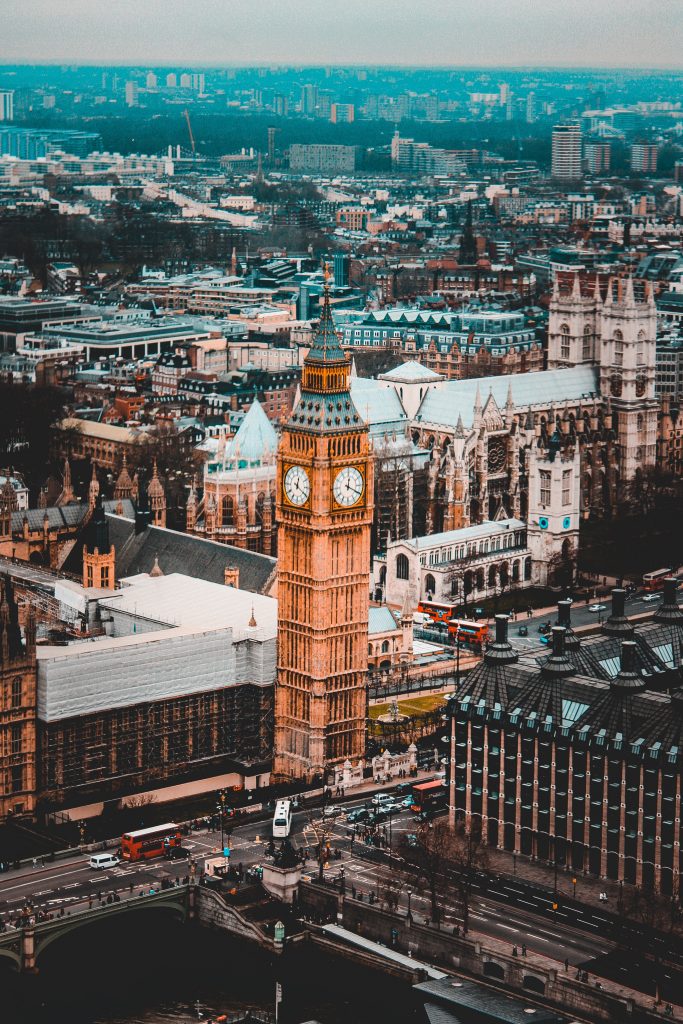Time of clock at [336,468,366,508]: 12:19
